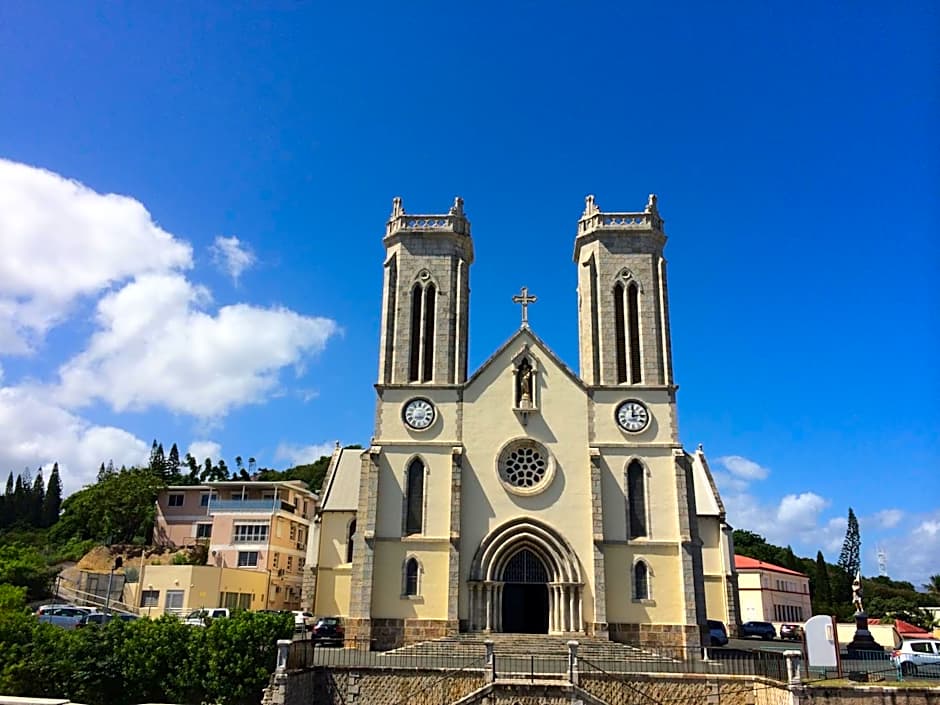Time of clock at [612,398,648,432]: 12:13
